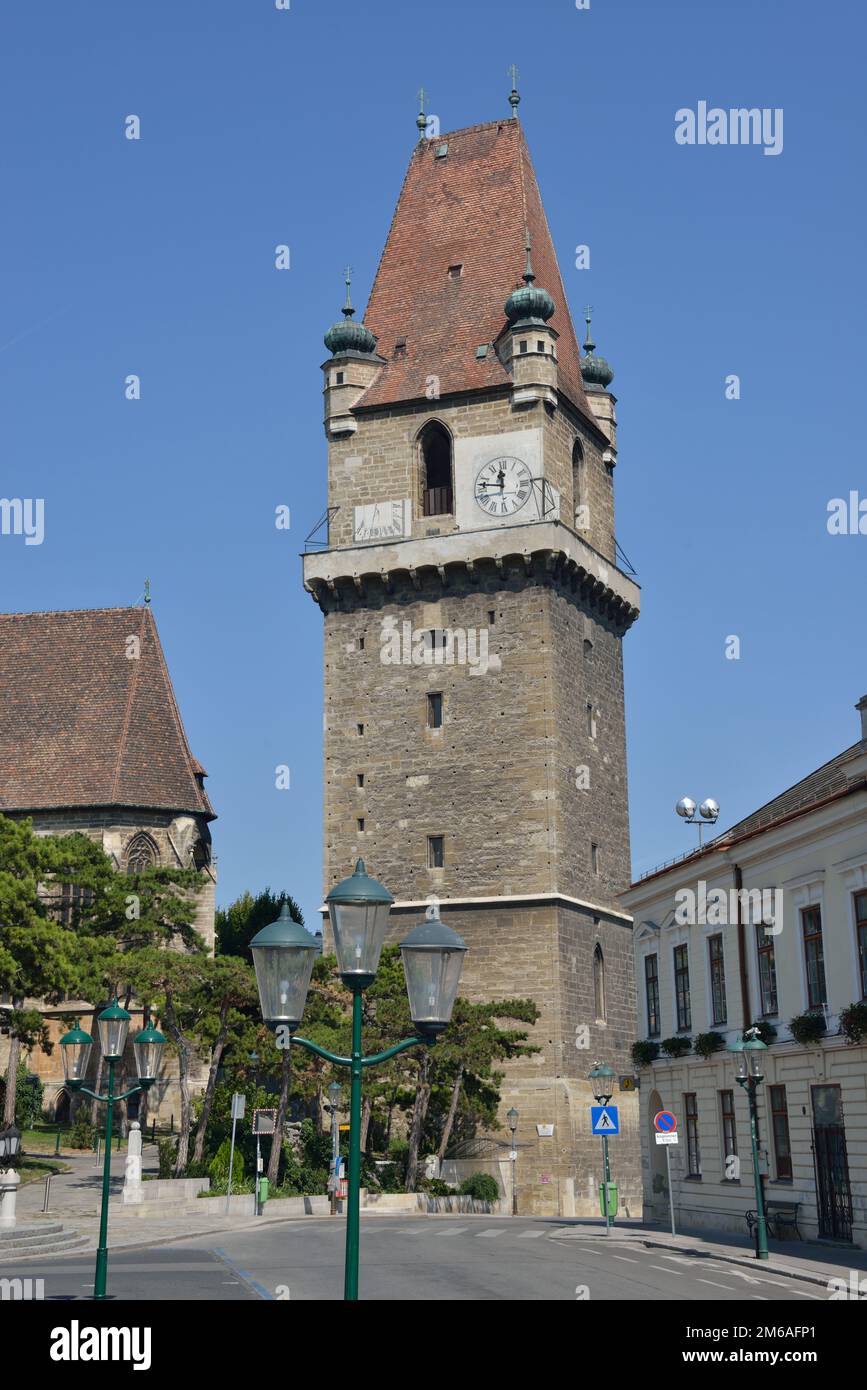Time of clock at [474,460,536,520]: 11:46
